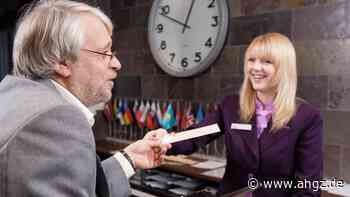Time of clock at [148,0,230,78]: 12:48
